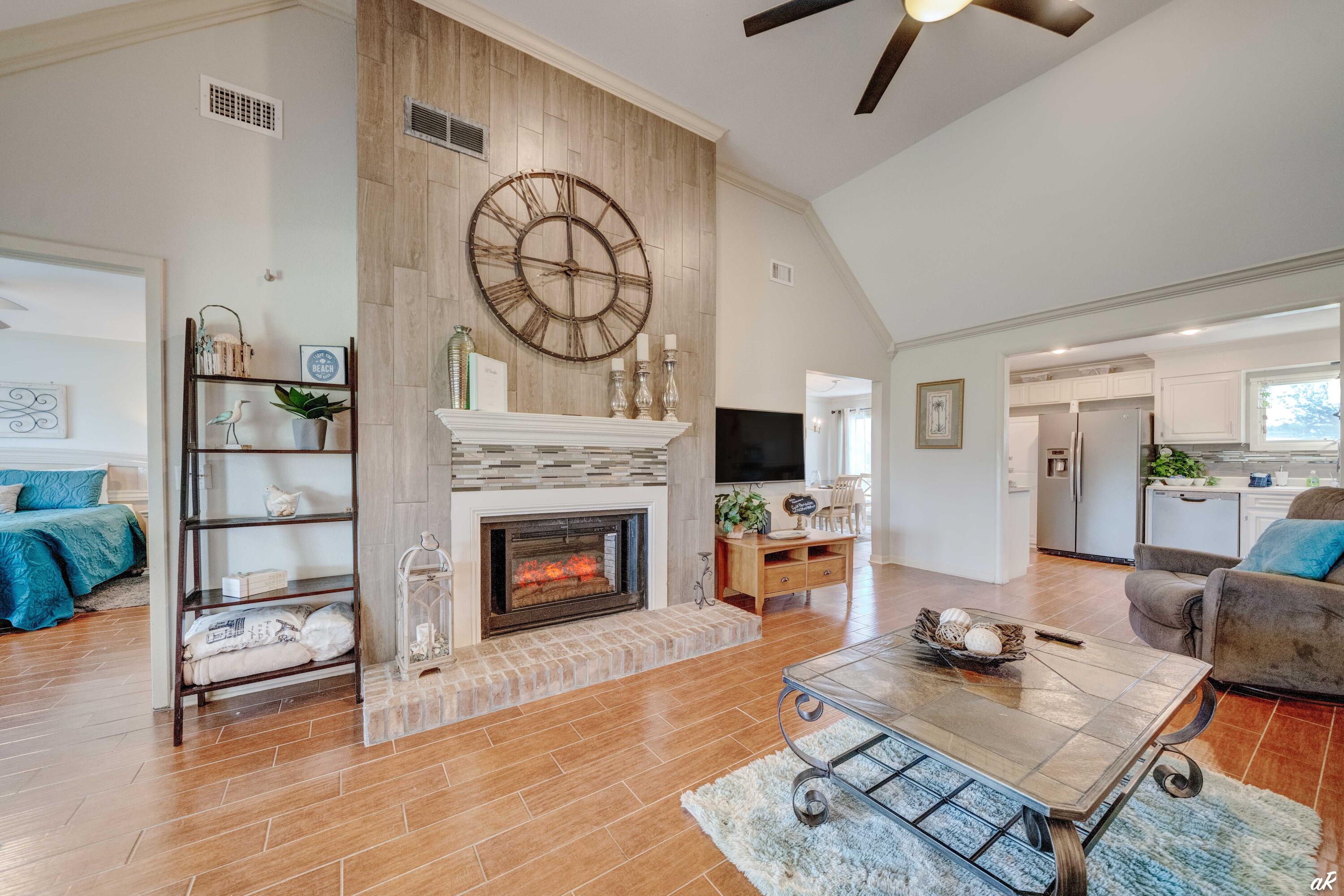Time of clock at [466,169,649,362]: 9:01
